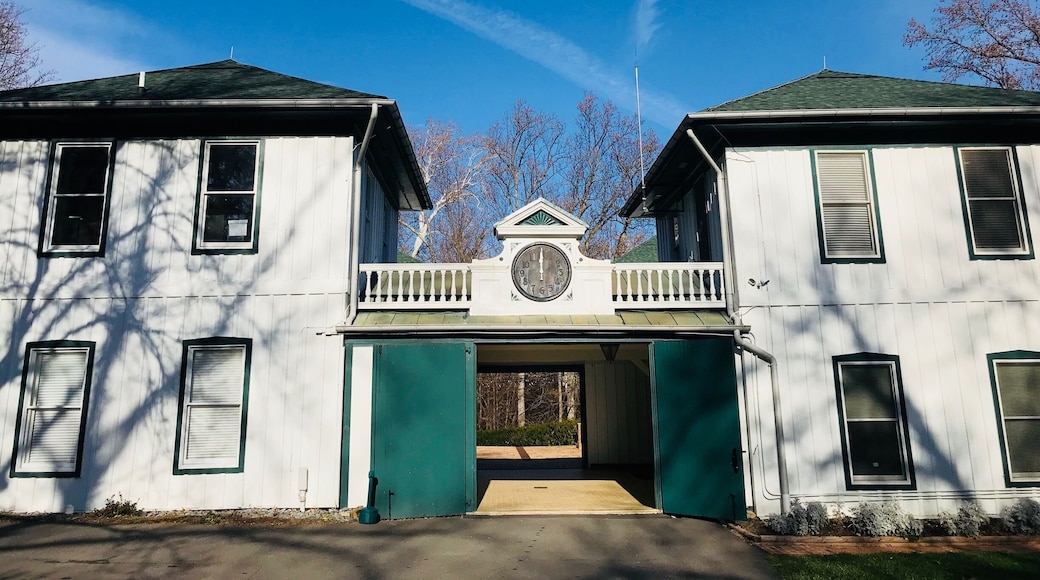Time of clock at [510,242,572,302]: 12:00
